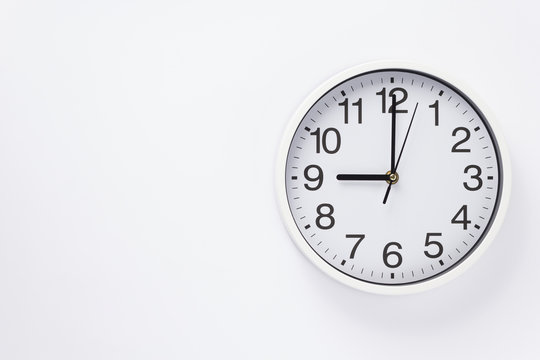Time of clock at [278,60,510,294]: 9:00
